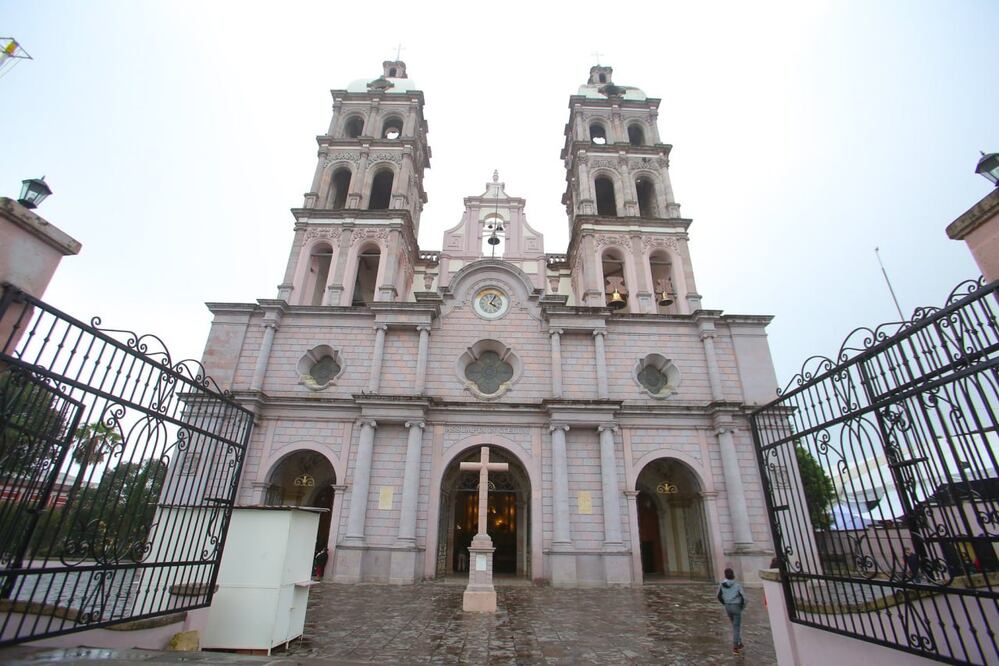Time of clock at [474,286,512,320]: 4:04
